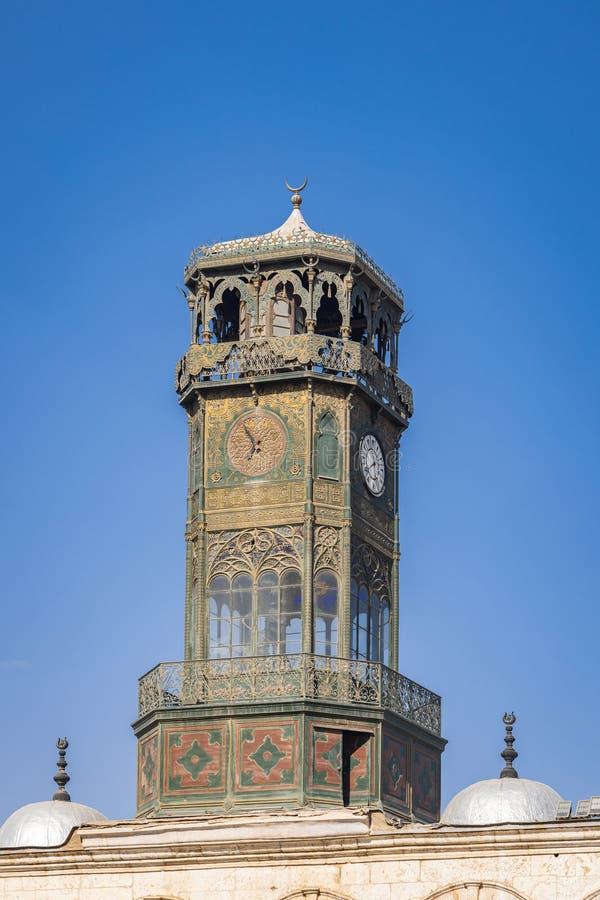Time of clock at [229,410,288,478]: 6:54
